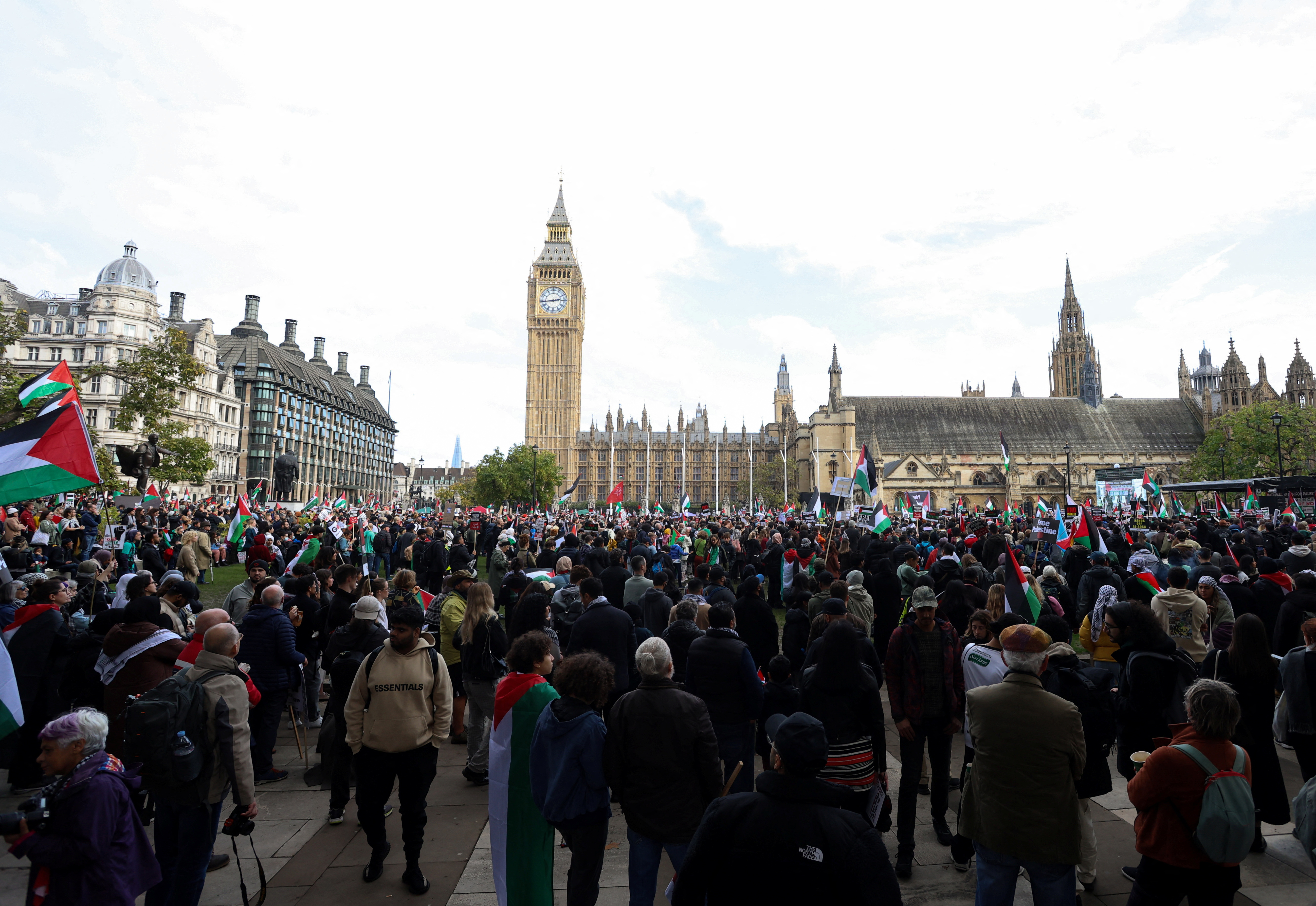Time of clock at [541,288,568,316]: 2:44
